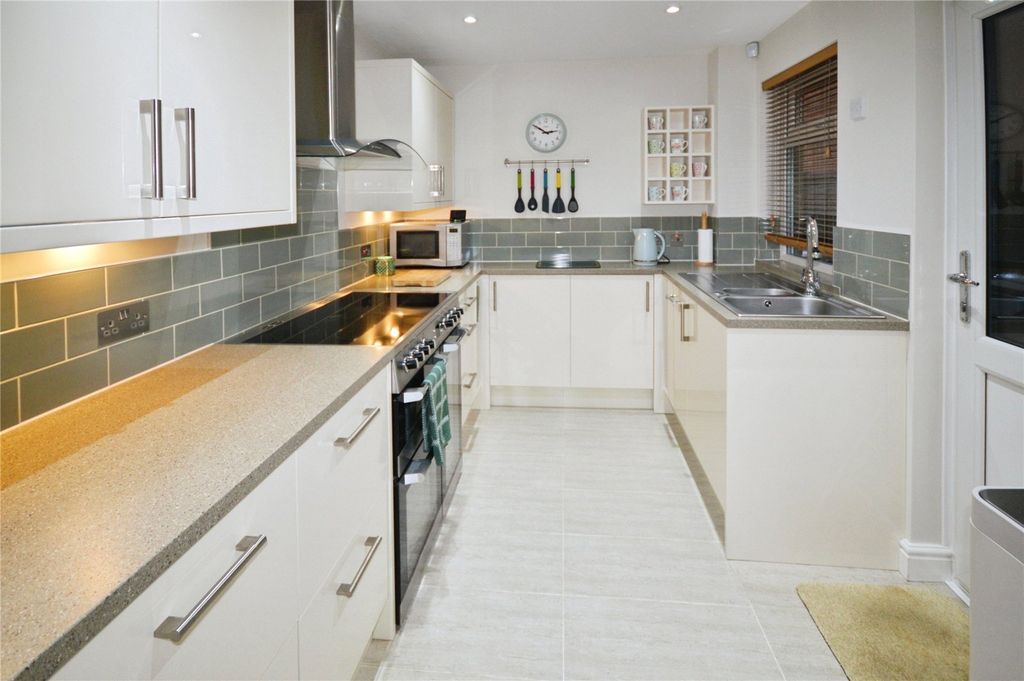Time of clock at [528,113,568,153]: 2:50
